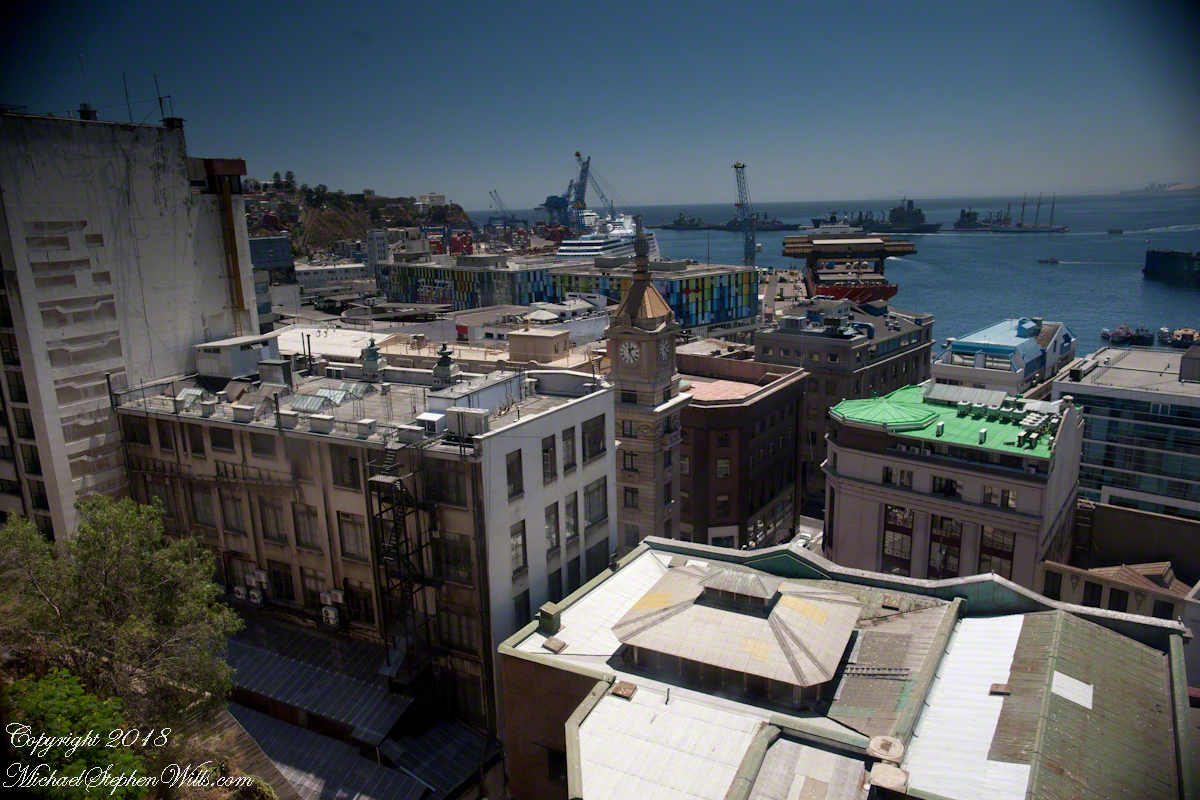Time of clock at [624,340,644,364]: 1:24
